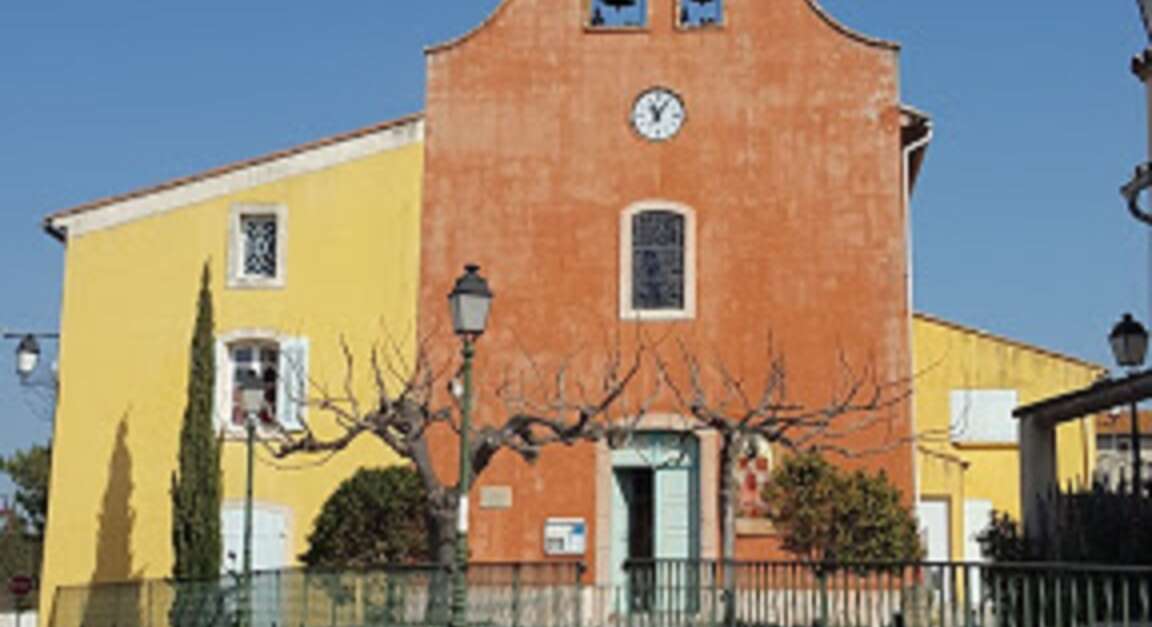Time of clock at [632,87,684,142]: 11:05
